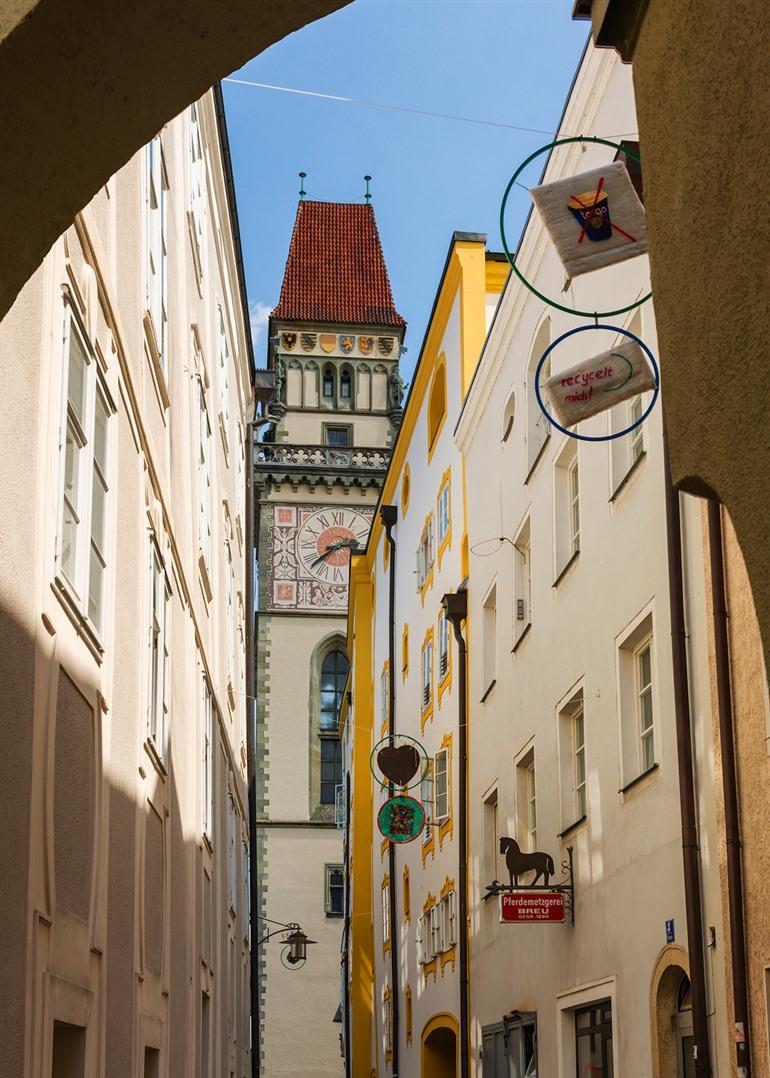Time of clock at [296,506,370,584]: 2:38
